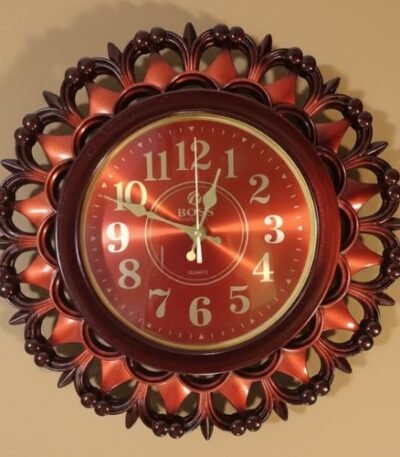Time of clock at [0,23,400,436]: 12:14
